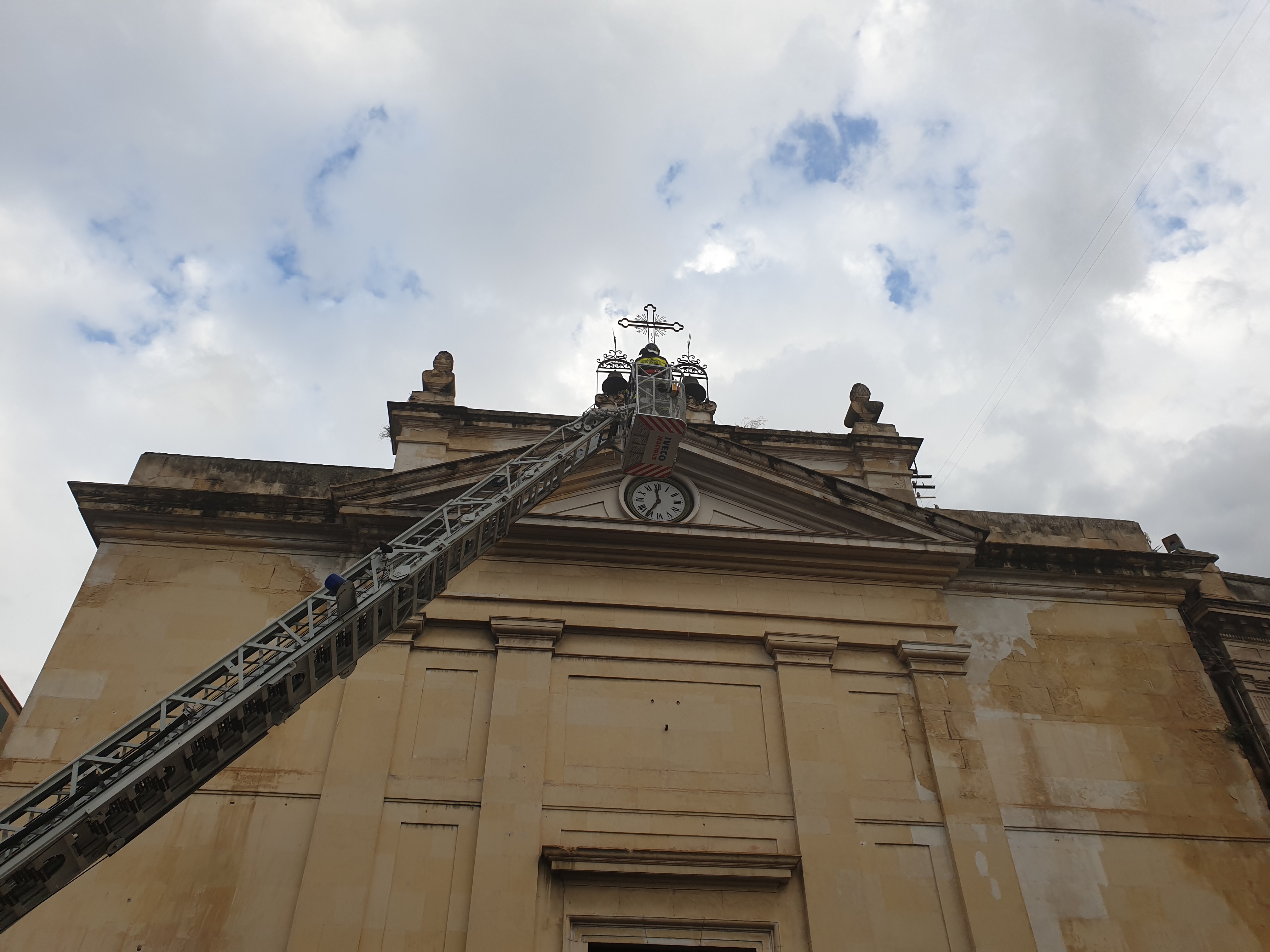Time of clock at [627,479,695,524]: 11:35
